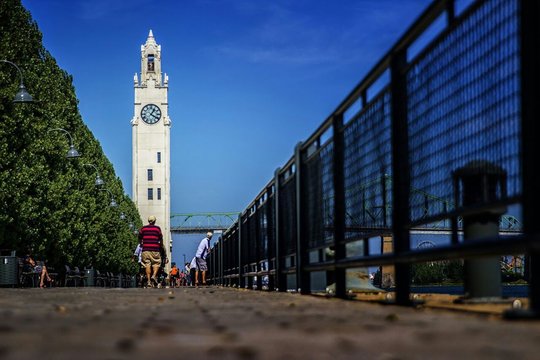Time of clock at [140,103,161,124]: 1:20
